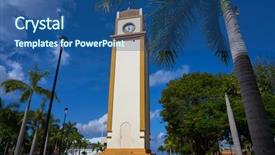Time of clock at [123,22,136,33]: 11:32
